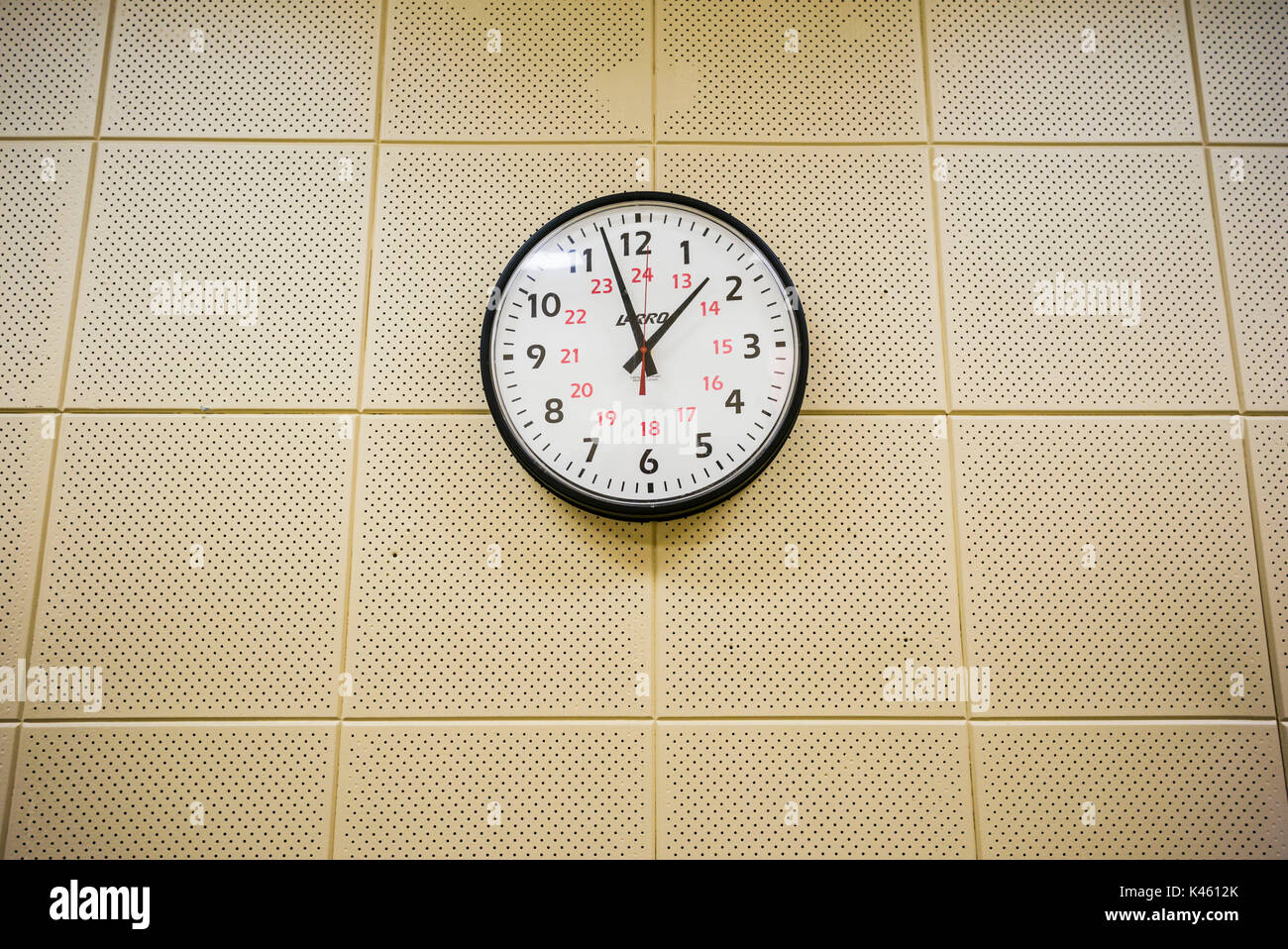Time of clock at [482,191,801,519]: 12:57
